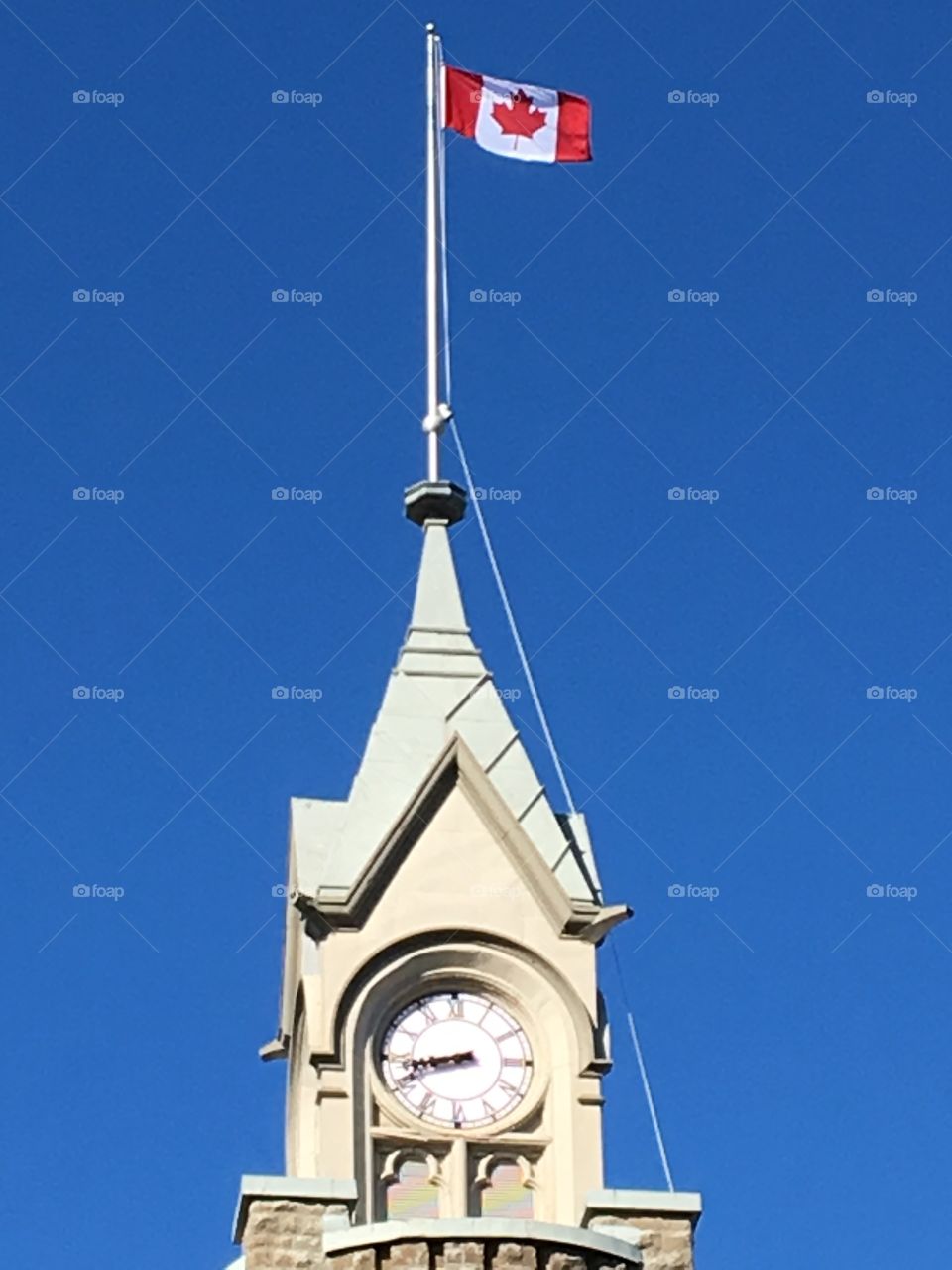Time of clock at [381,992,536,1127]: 8:42
